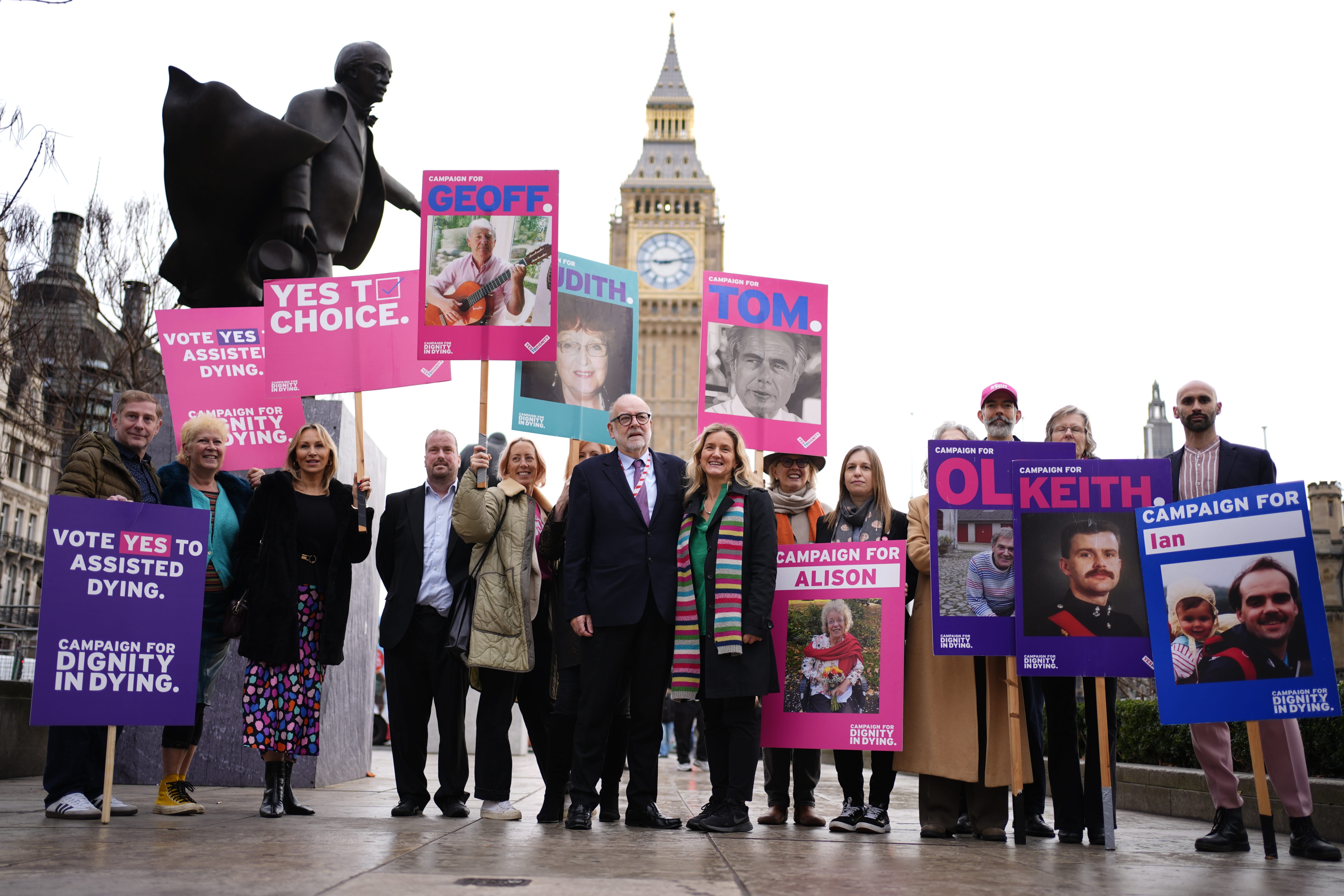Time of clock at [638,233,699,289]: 9:13
